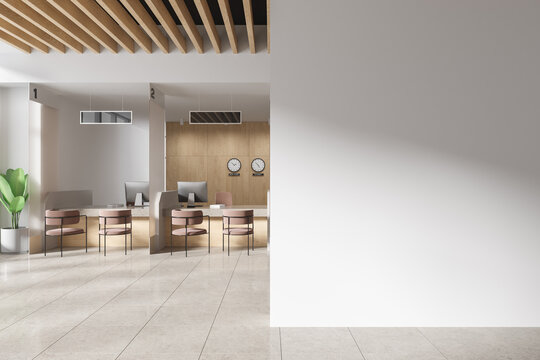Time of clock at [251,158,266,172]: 4:52
